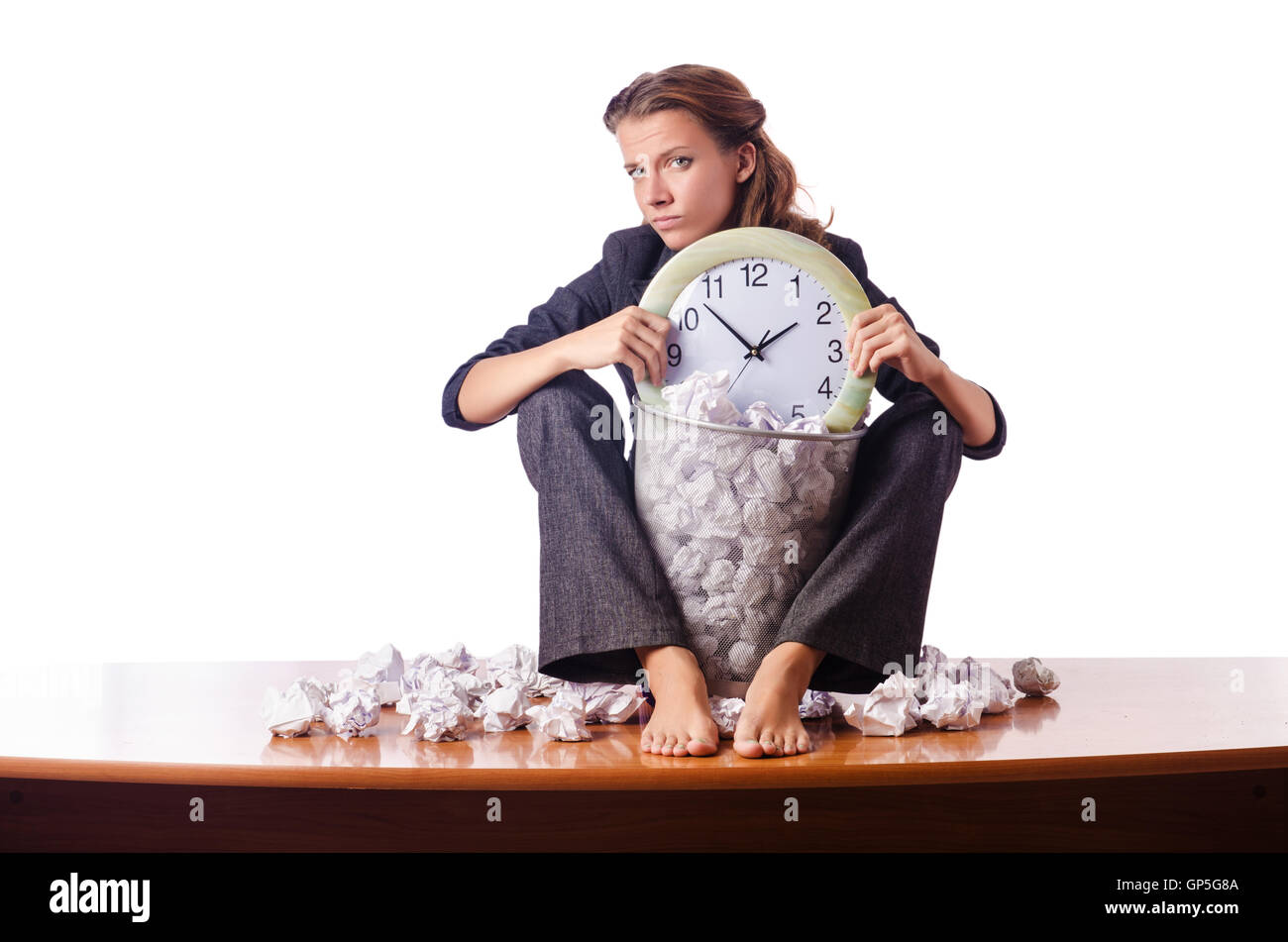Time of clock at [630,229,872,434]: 1:52
